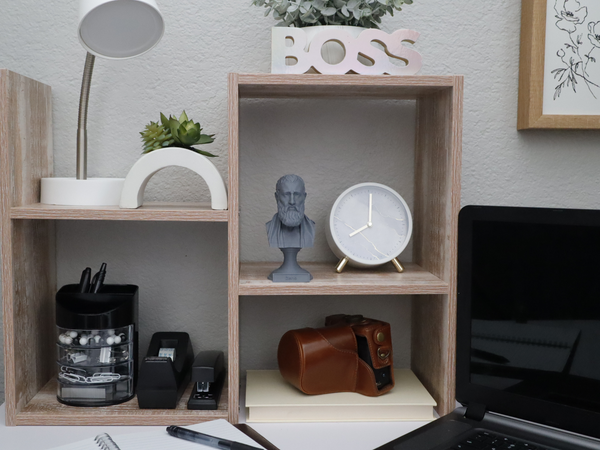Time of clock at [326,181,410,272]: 8:00
